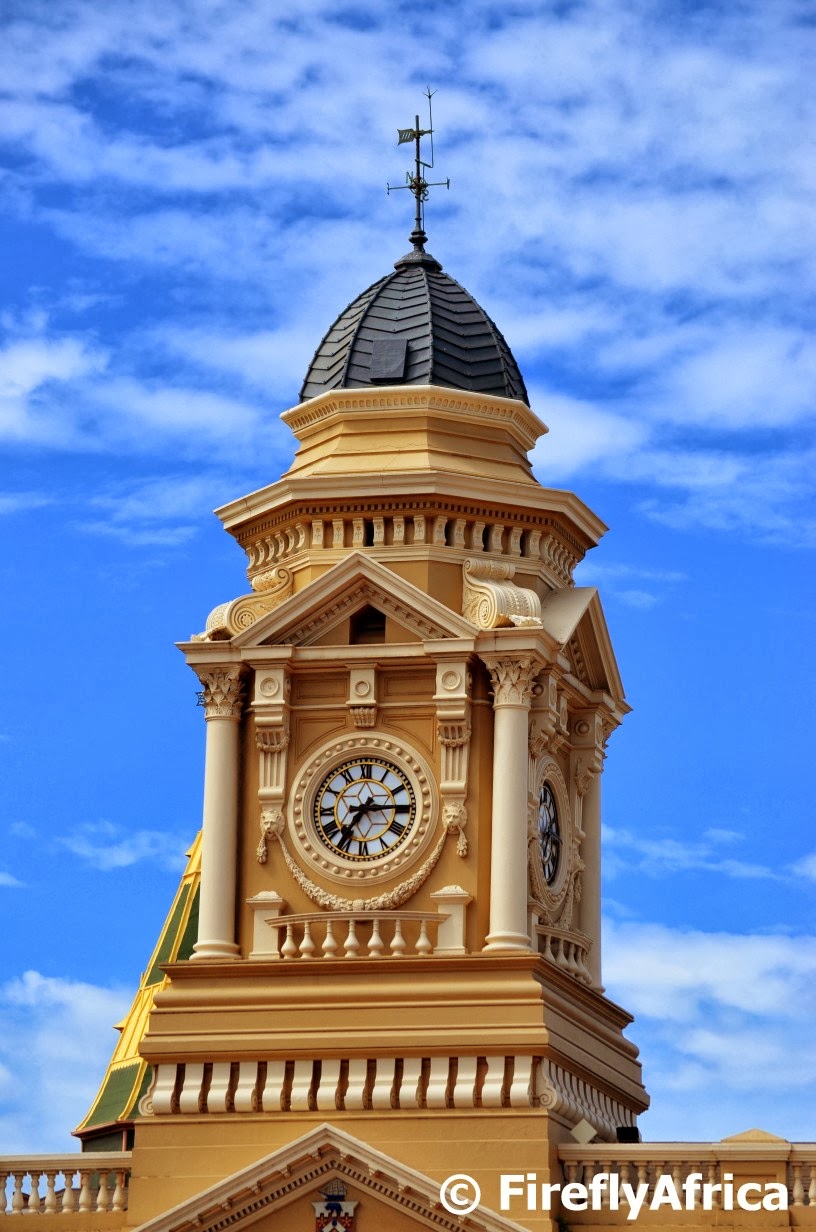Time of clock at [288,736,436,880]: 7:14
